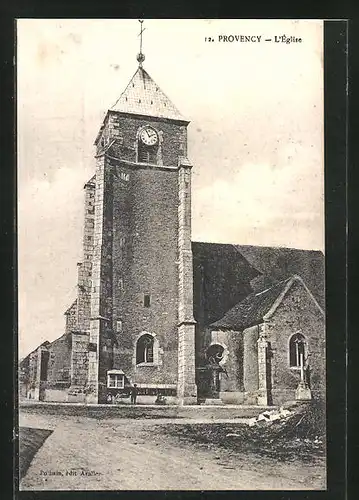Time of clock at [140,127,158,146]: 1:56
